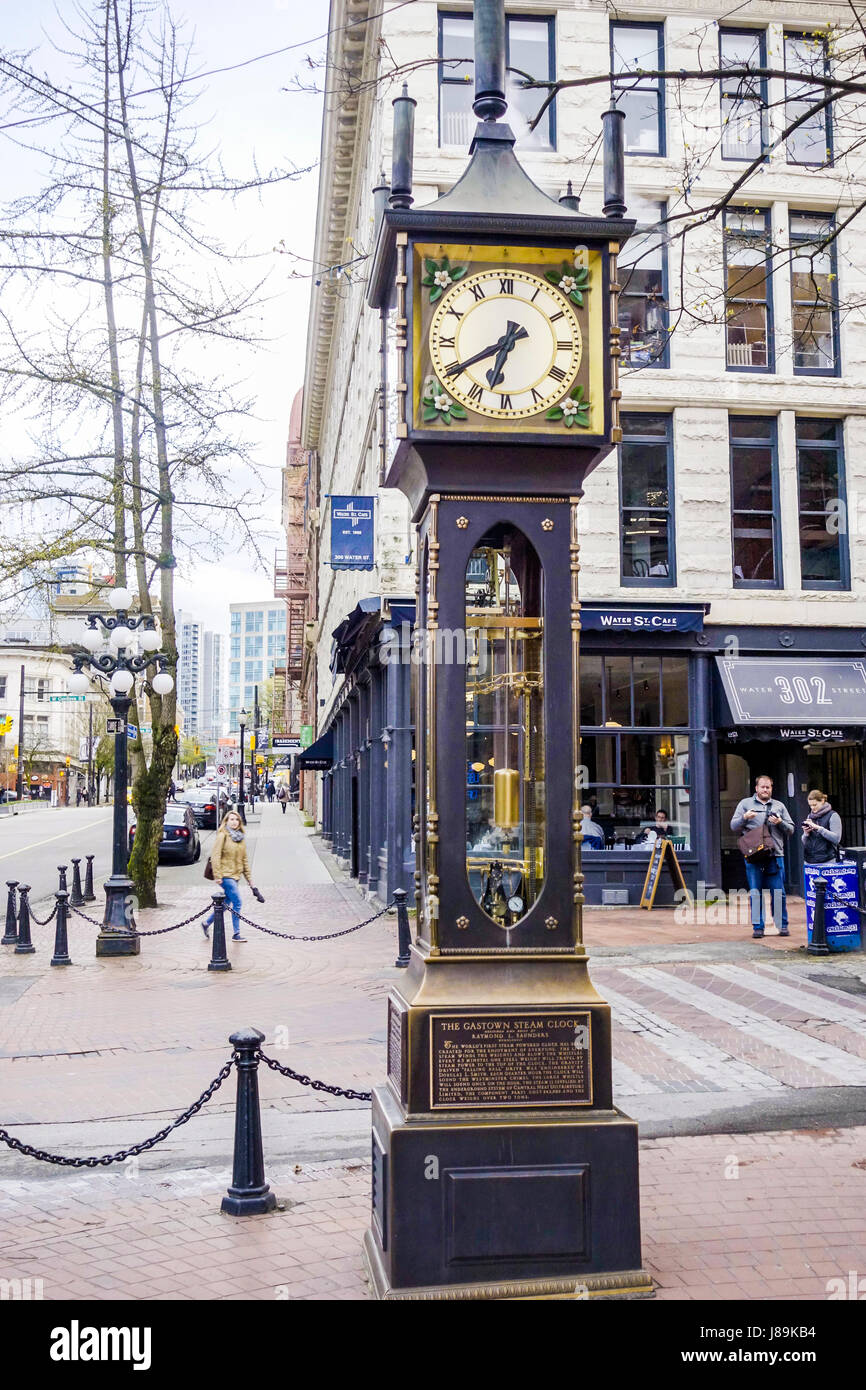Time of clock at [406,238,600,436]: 6:39
